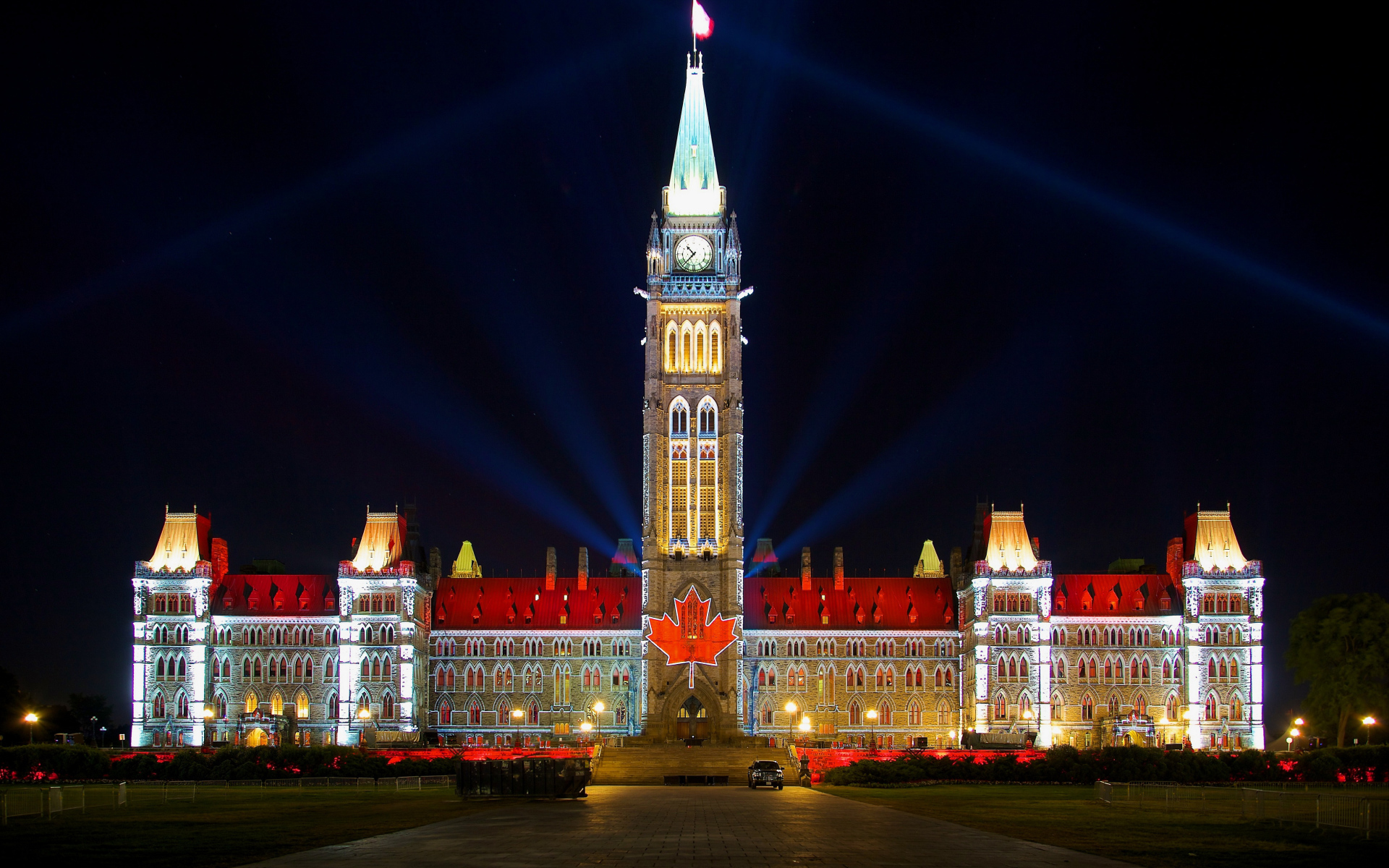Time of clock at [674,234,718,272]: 10:37
